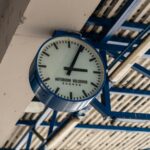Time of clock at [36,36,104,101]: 3:04
